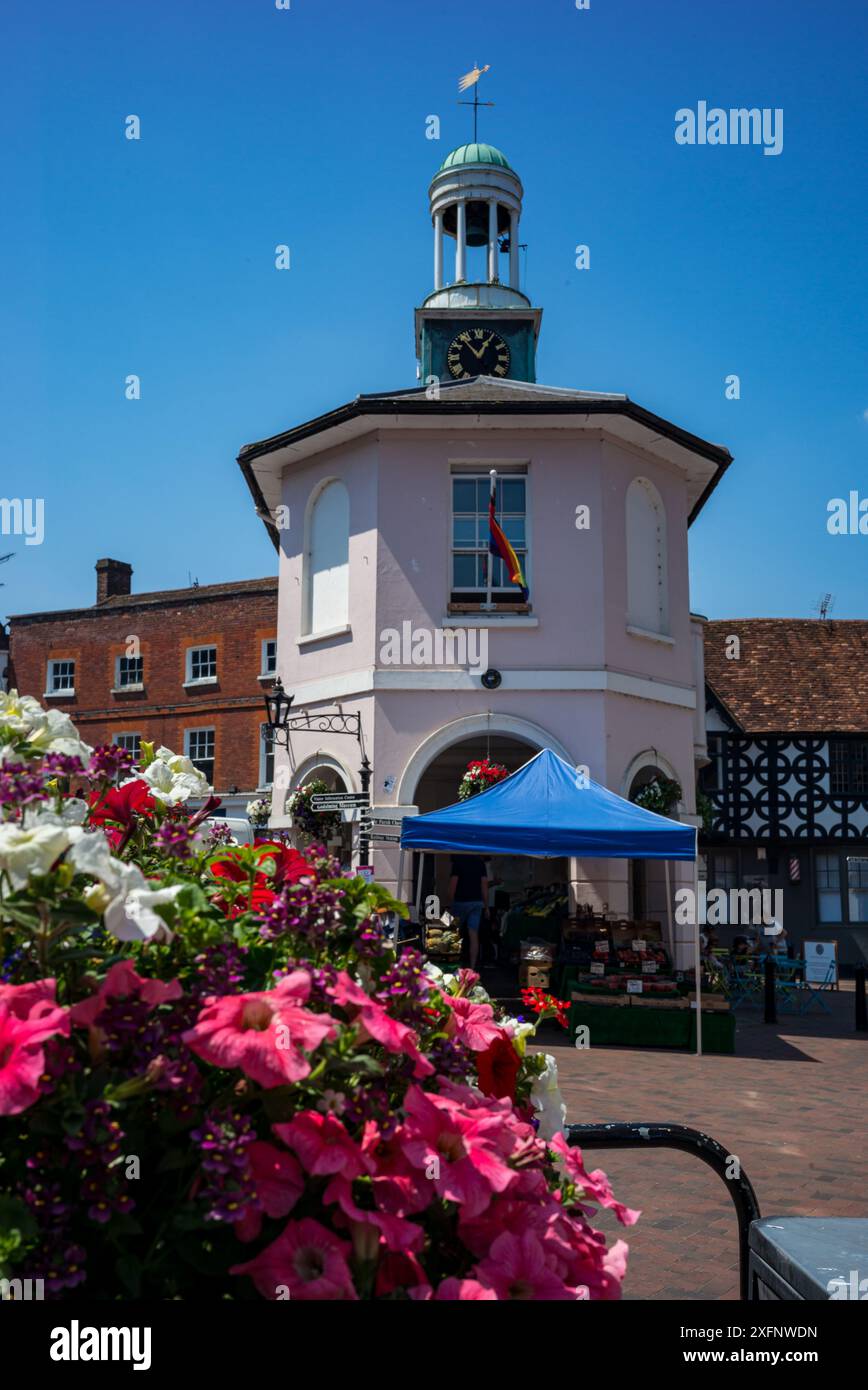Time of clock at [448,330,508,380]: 12:53
